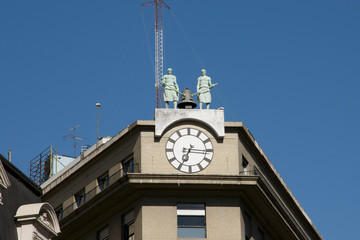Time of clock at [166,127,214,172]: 7:15
